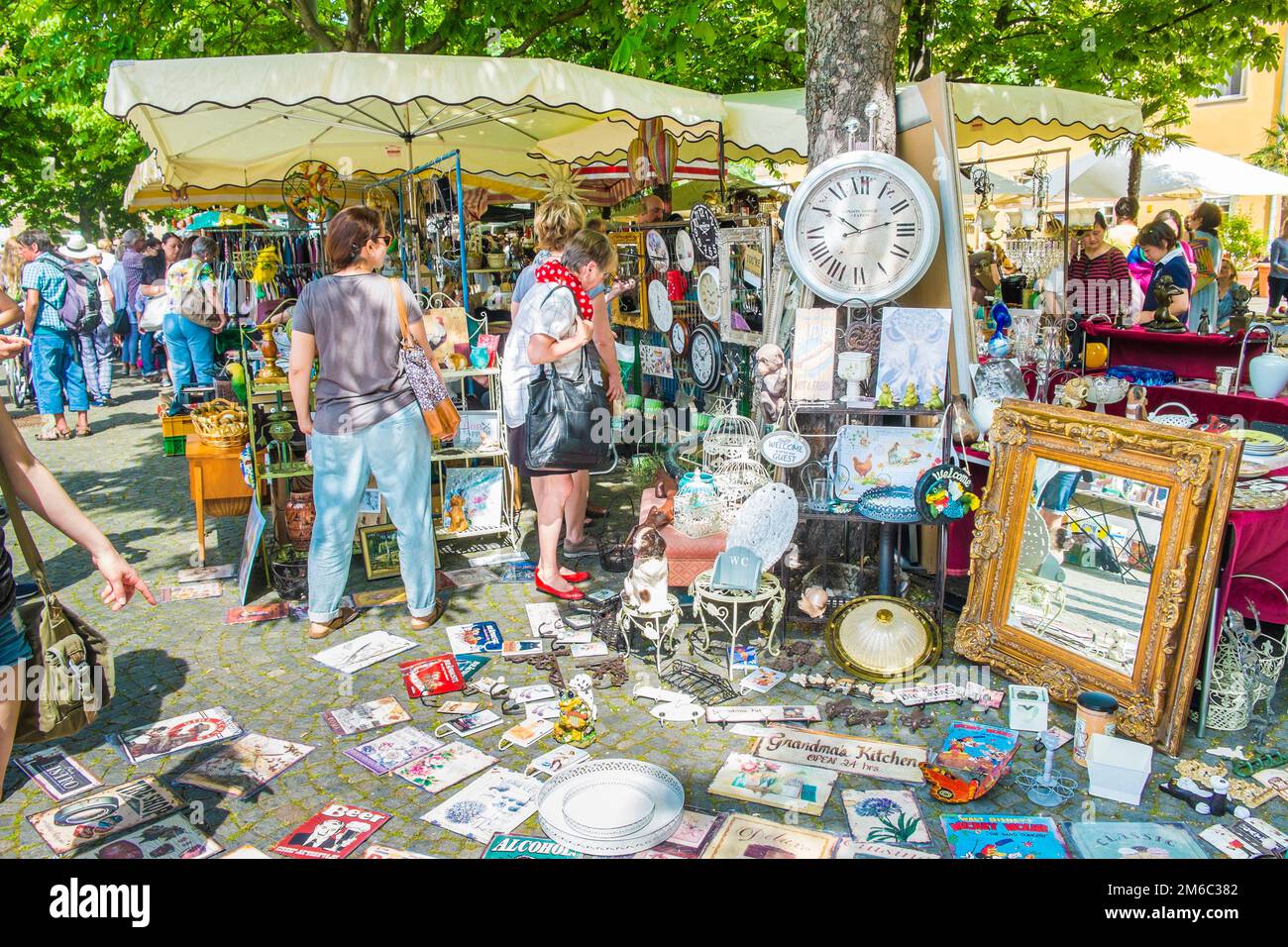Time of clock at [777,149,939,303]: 10:12
